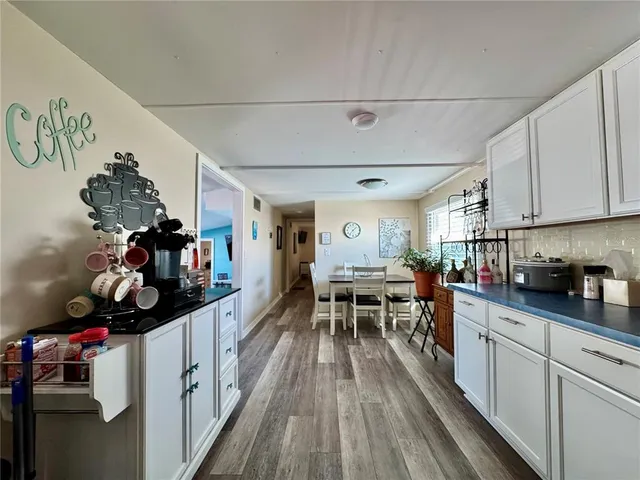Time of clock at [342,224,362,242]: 1:36
